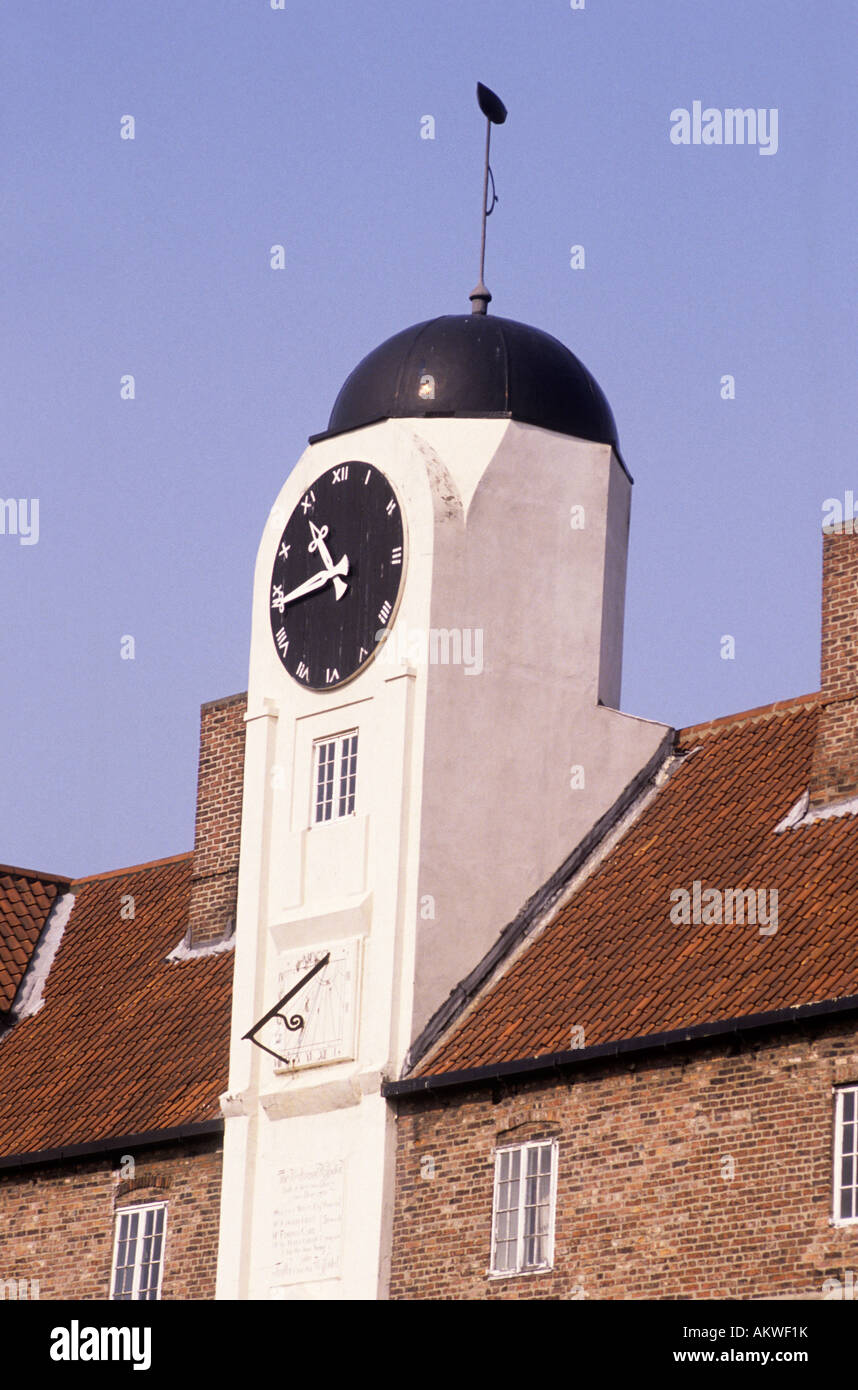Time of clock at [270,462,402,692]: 10:44
